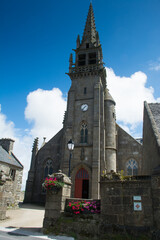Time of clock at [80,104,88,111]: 1:37
